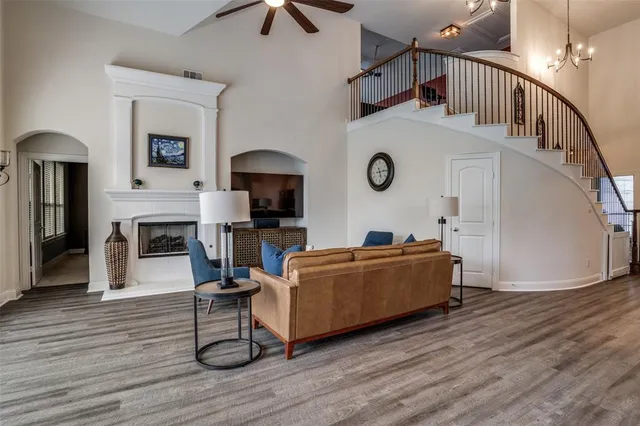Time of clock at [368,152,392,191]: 5:14
